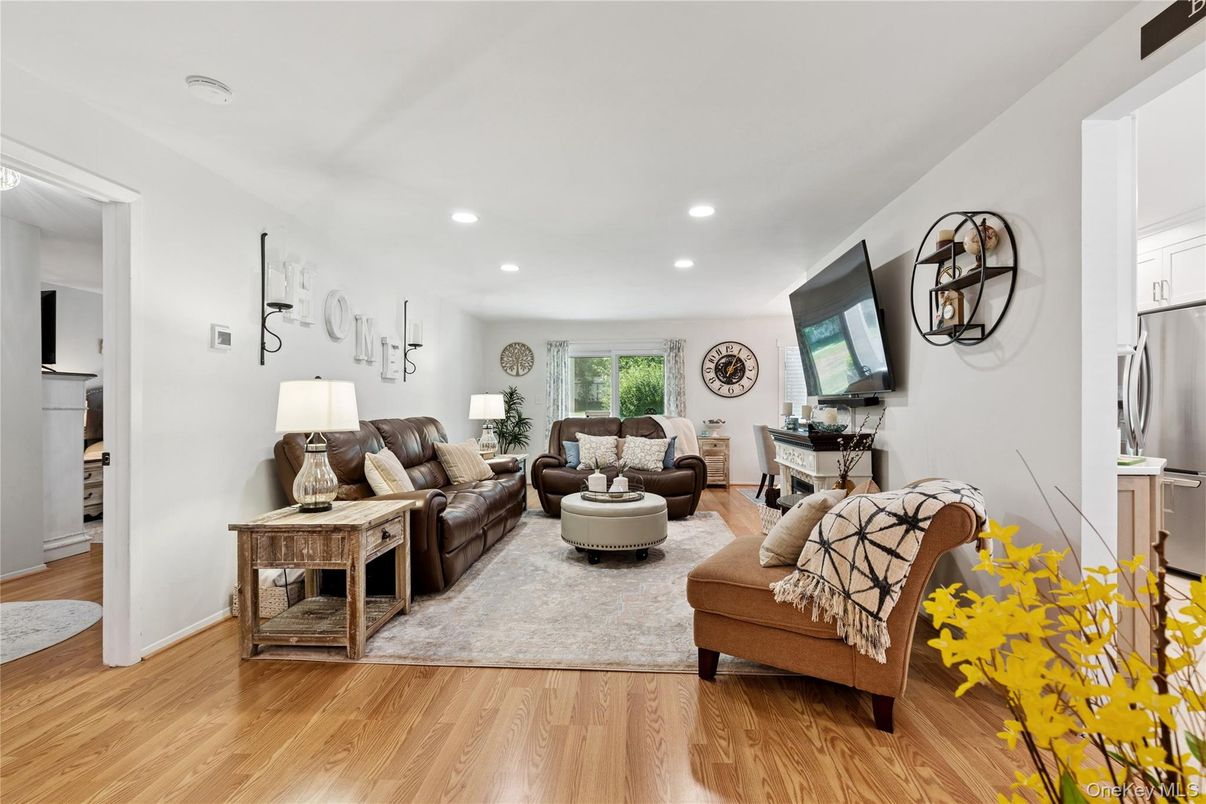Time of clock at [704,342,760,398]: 2:04
